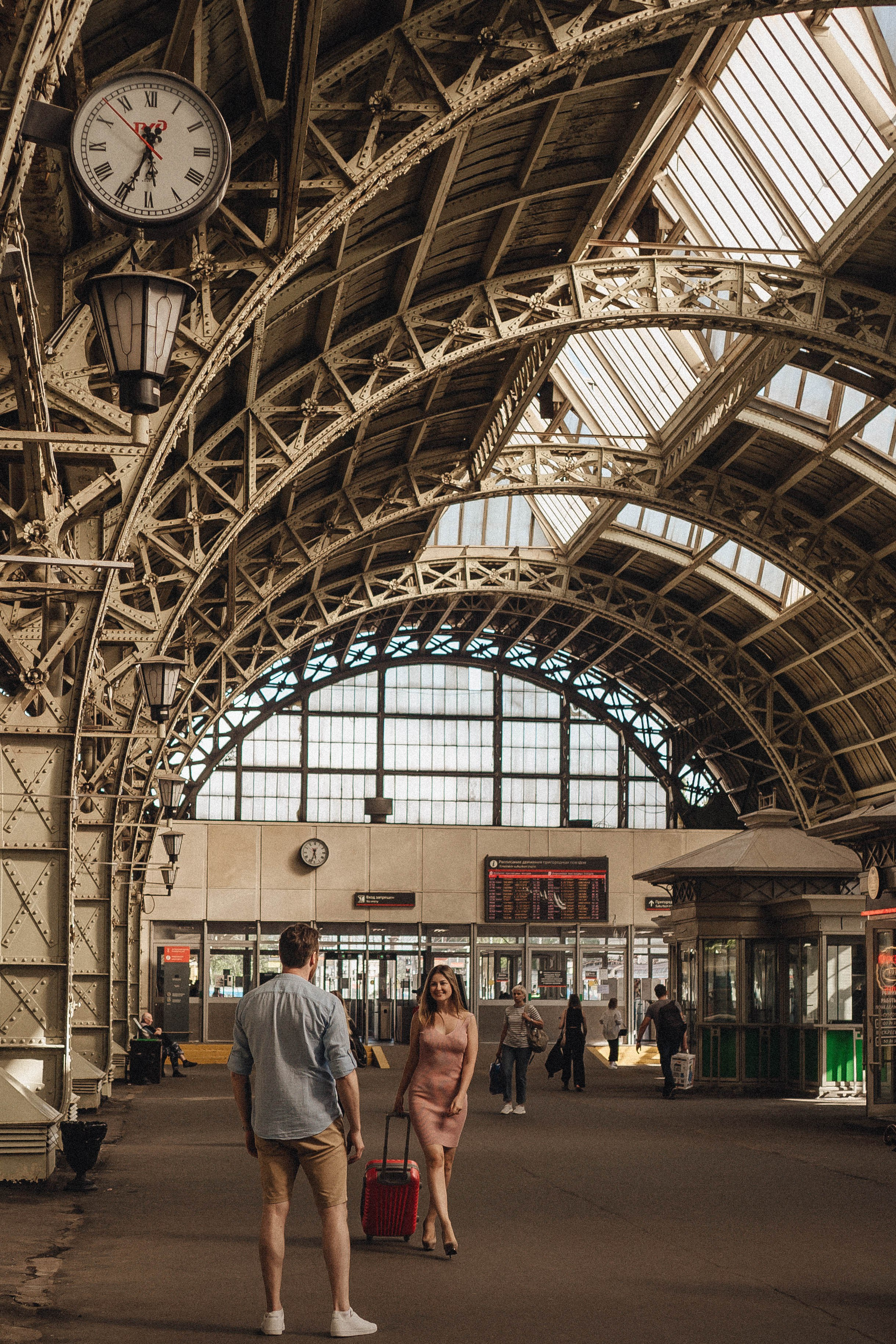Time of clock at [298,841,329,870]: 5:32
